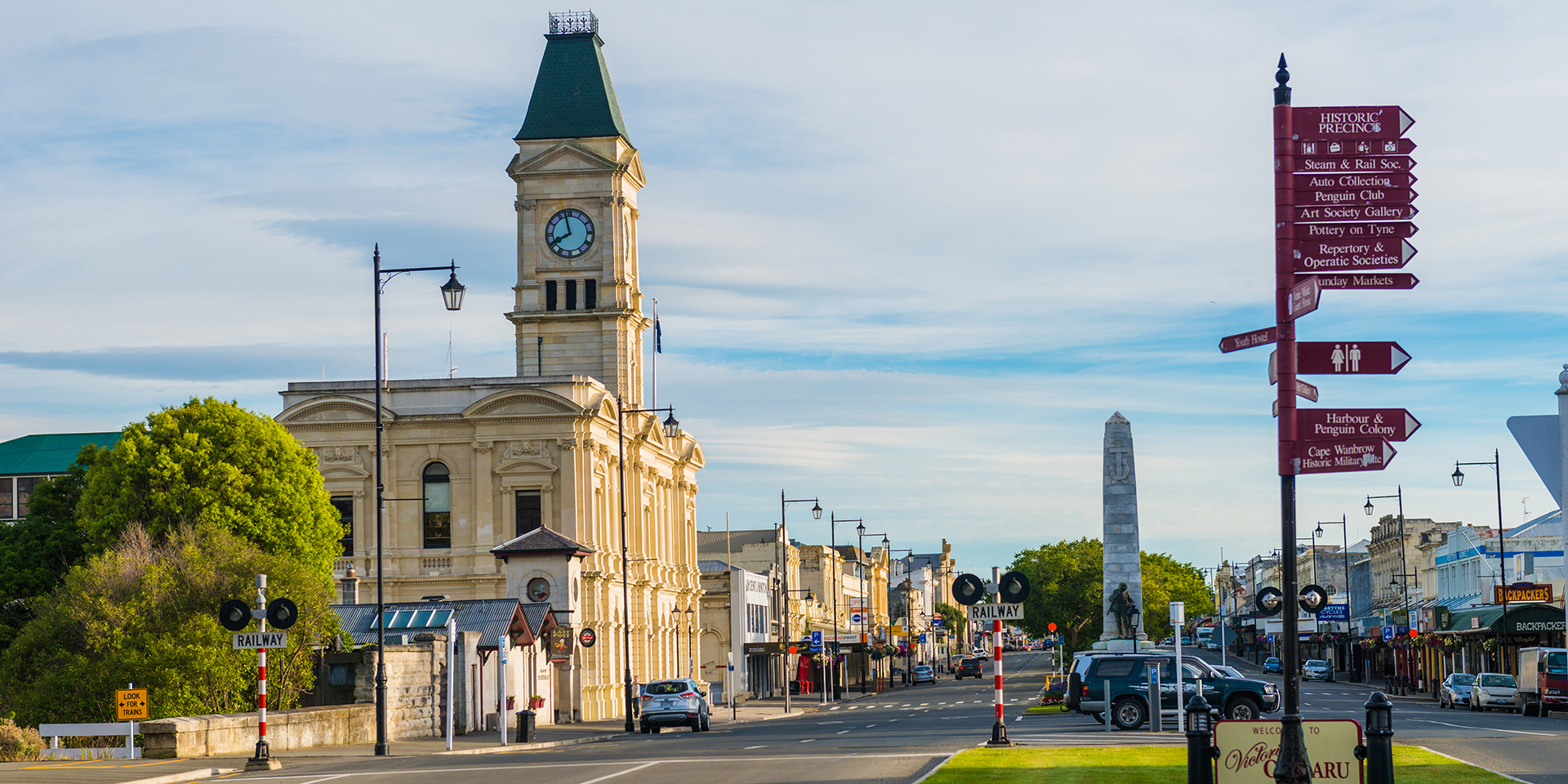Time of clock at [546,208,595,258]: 7:57
